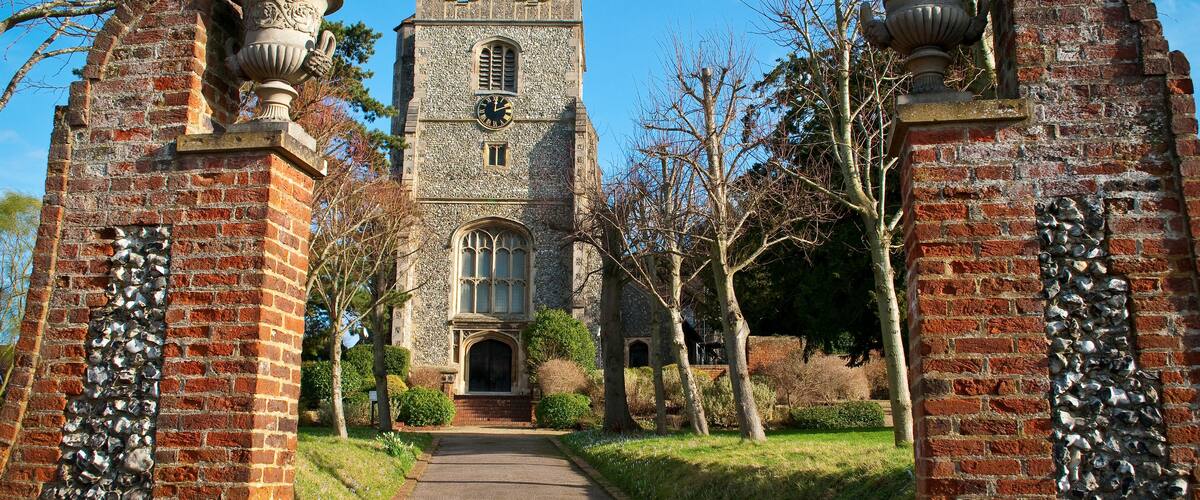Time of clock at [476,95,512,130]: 2:00
